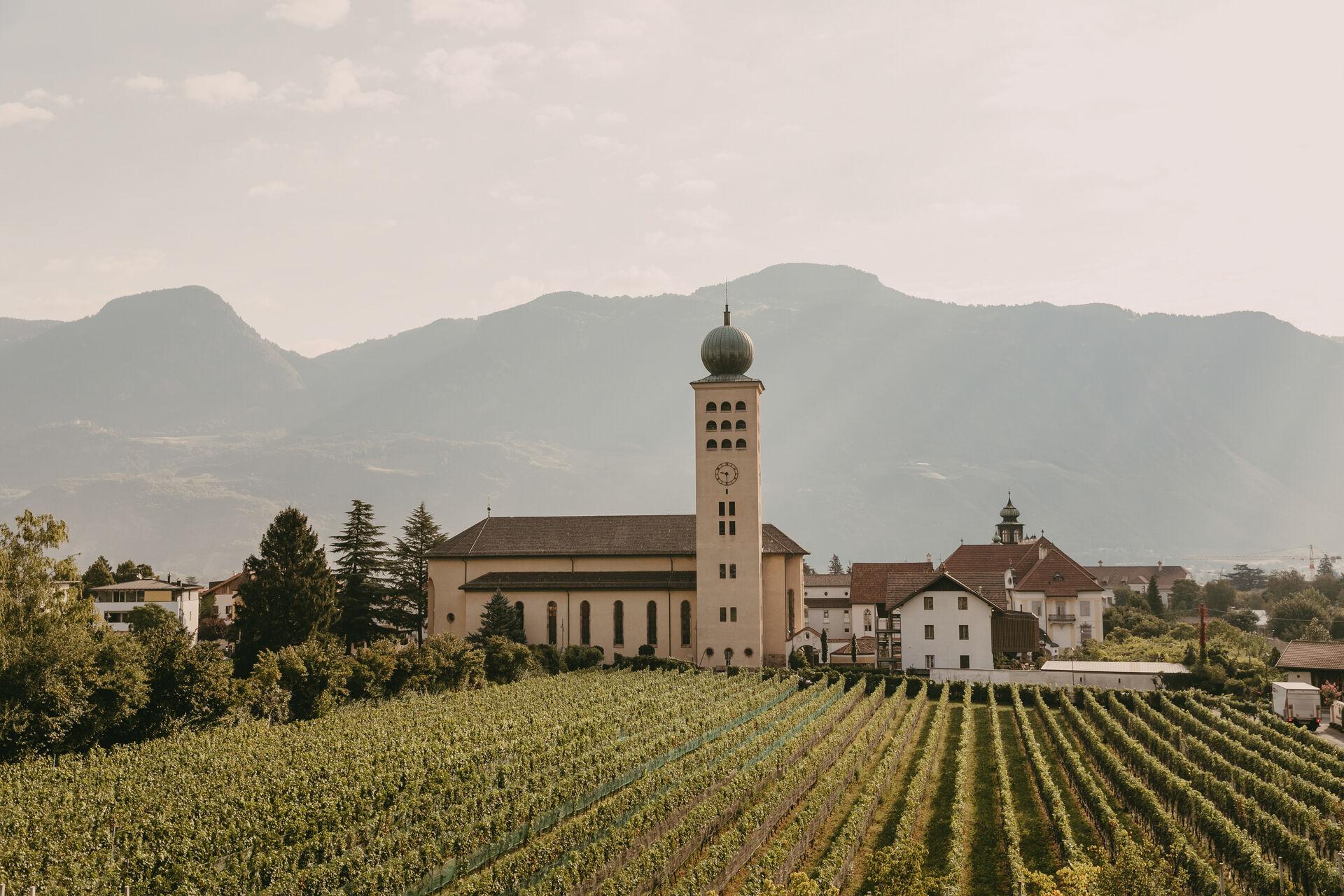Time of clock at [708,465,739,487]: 9:29
